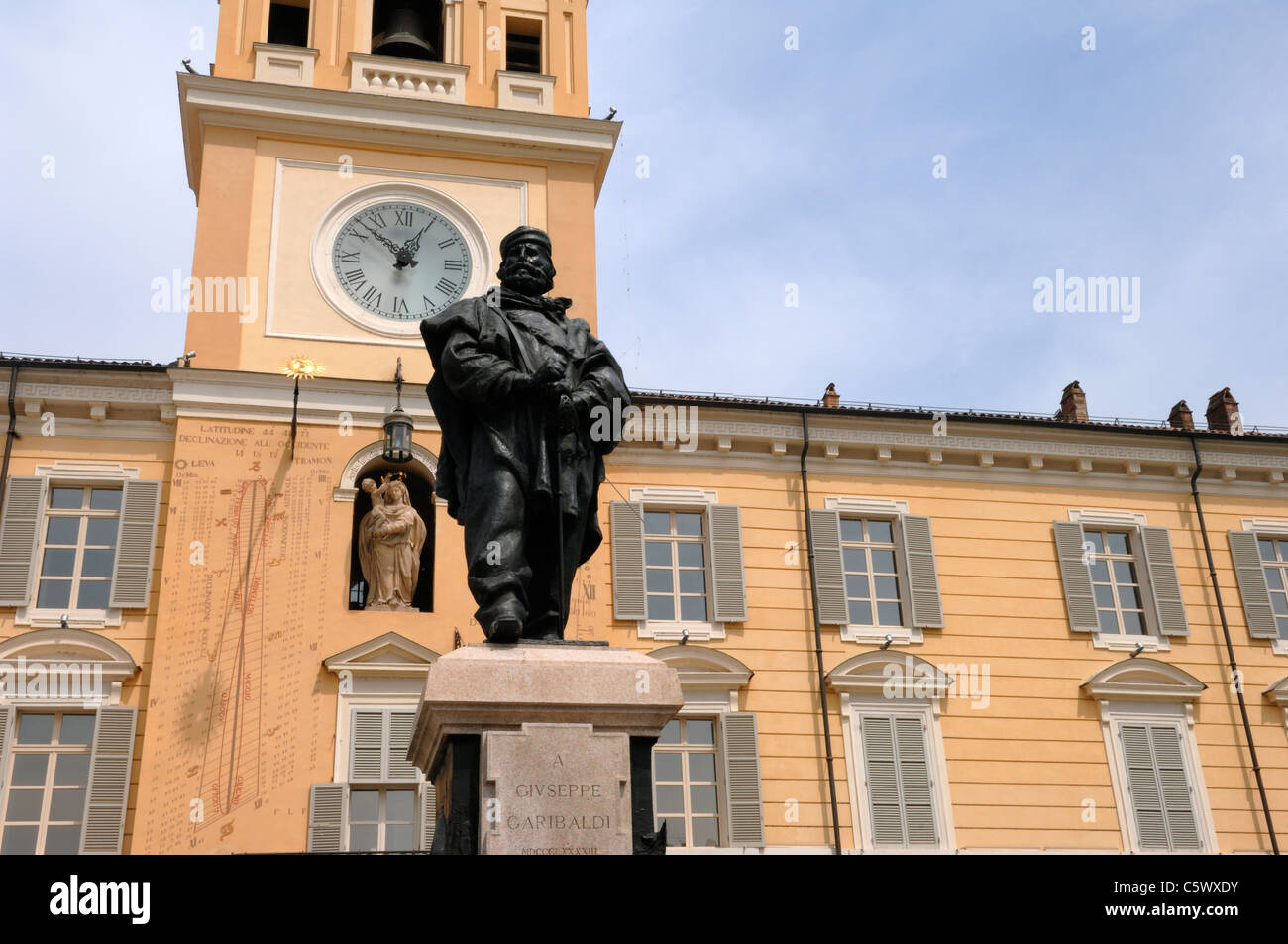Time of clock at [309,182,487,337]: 12:52
